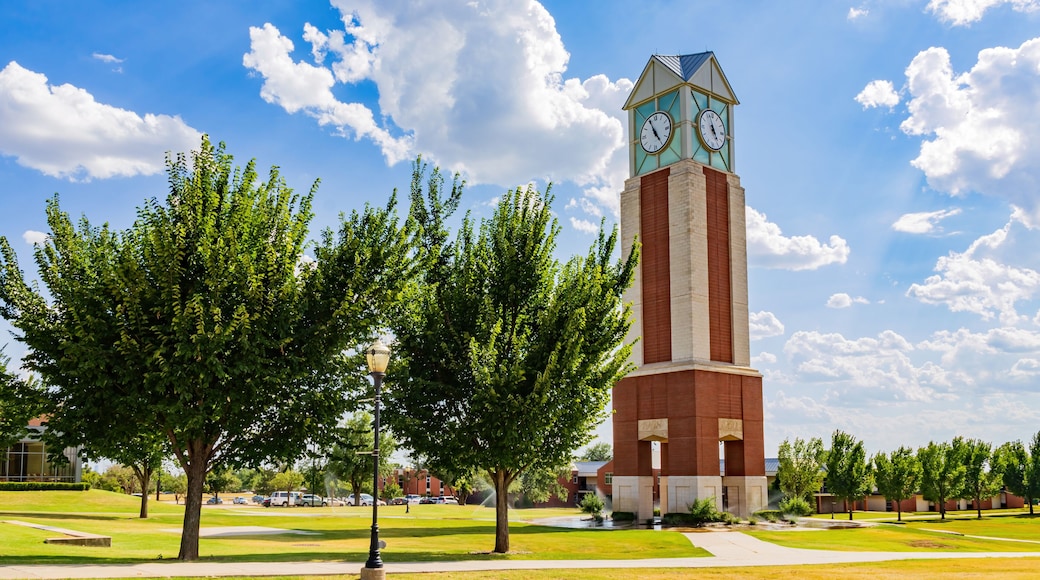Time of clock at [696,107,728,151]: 4:57
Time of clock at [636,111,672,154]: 4:55
